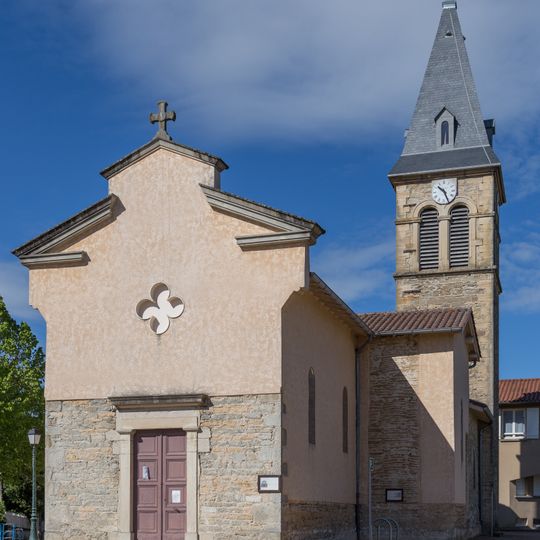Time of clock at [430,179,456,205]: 10:26
